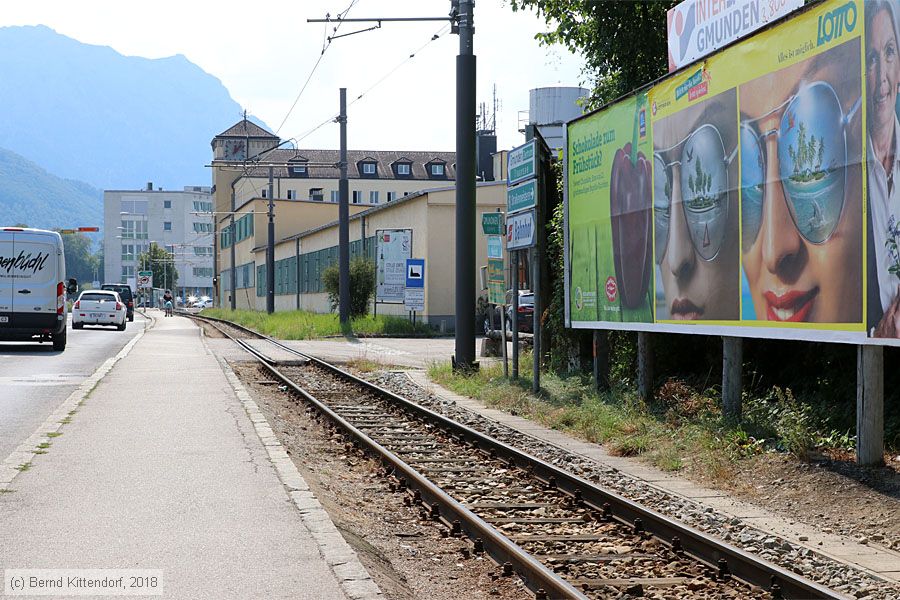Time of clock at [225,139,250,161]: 12:07
